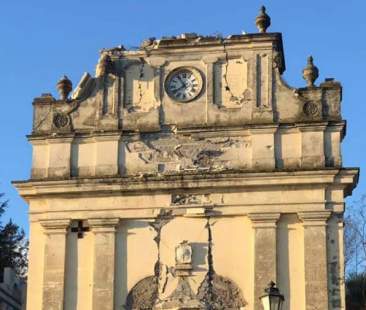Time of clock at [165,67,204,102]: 7:54
